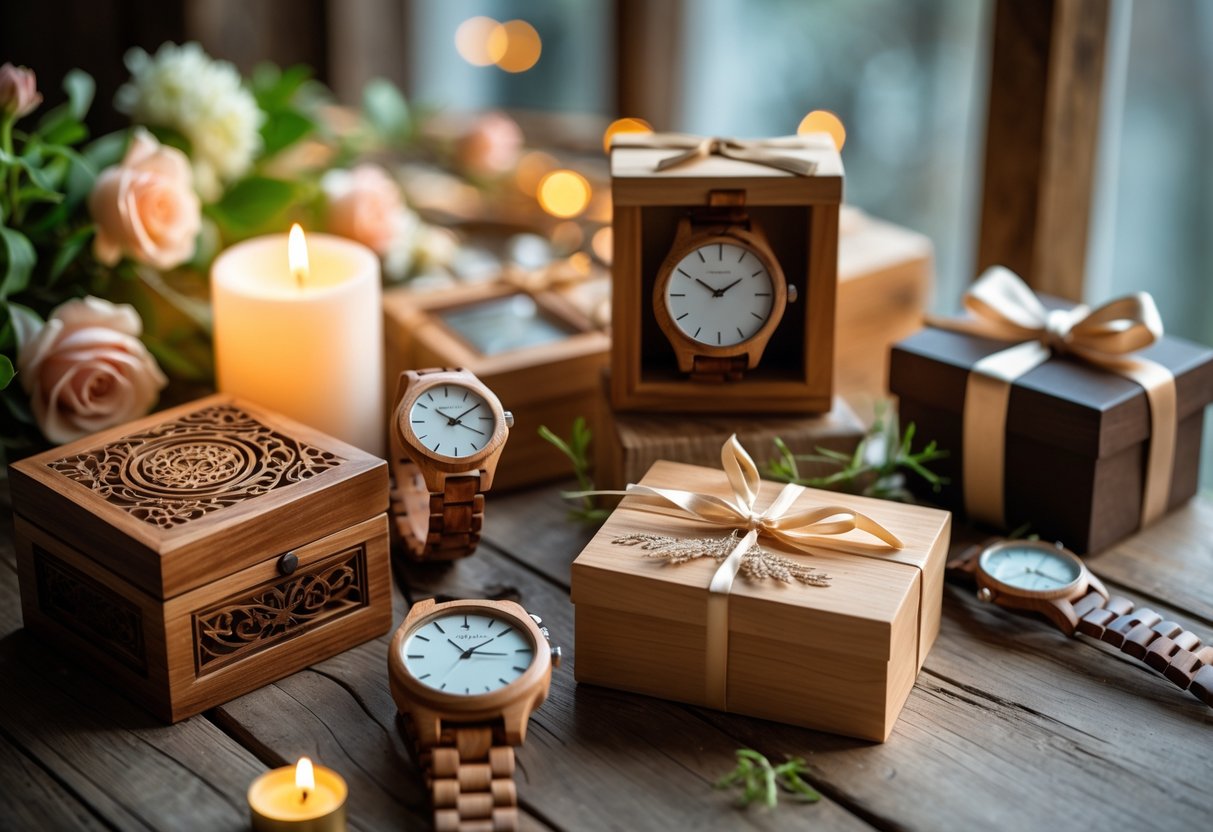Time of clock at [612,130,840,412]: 1:50
